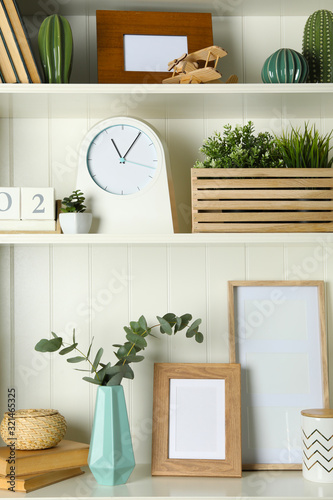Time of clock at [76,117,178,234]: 11:05
